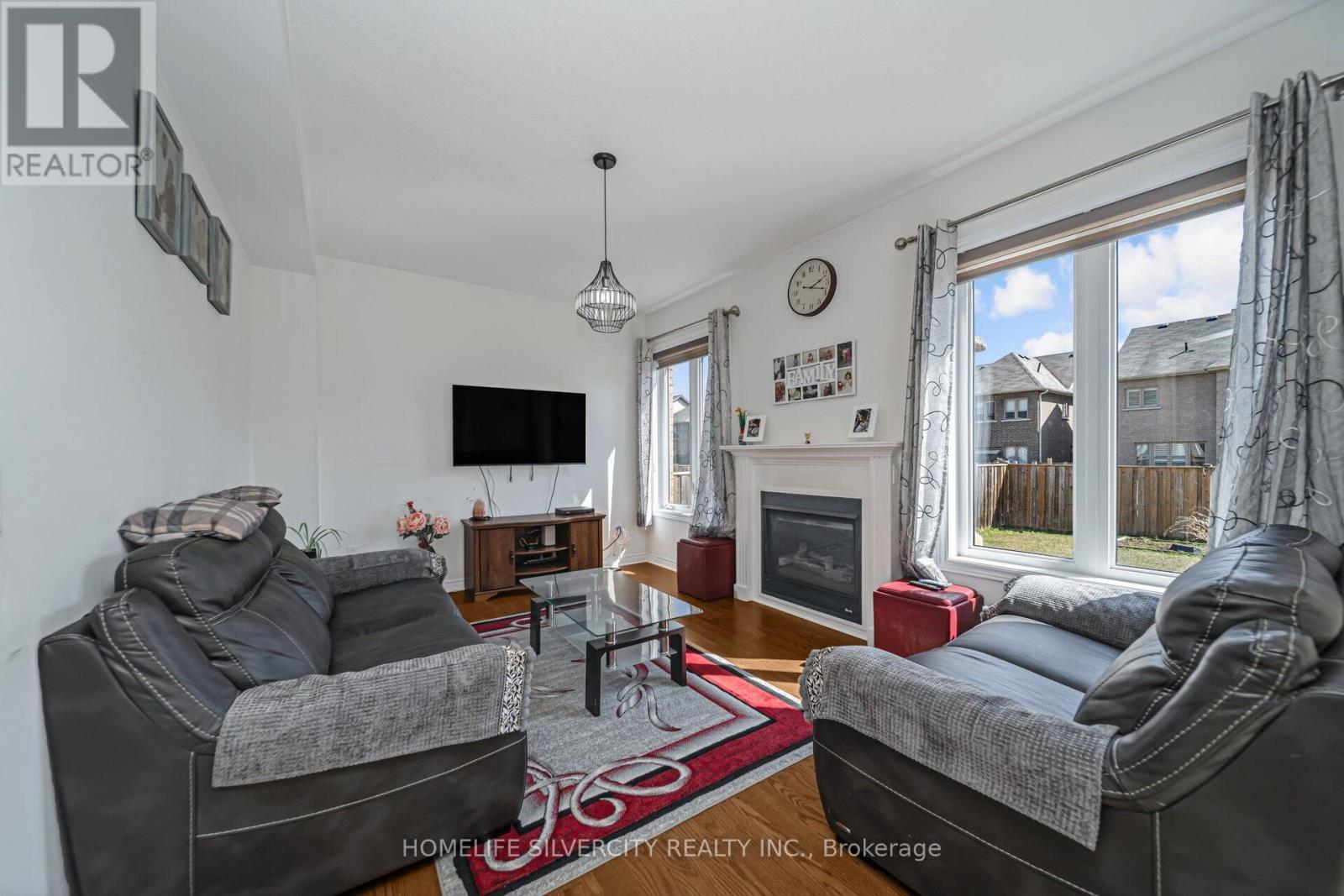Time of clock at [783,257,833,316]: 2:18
